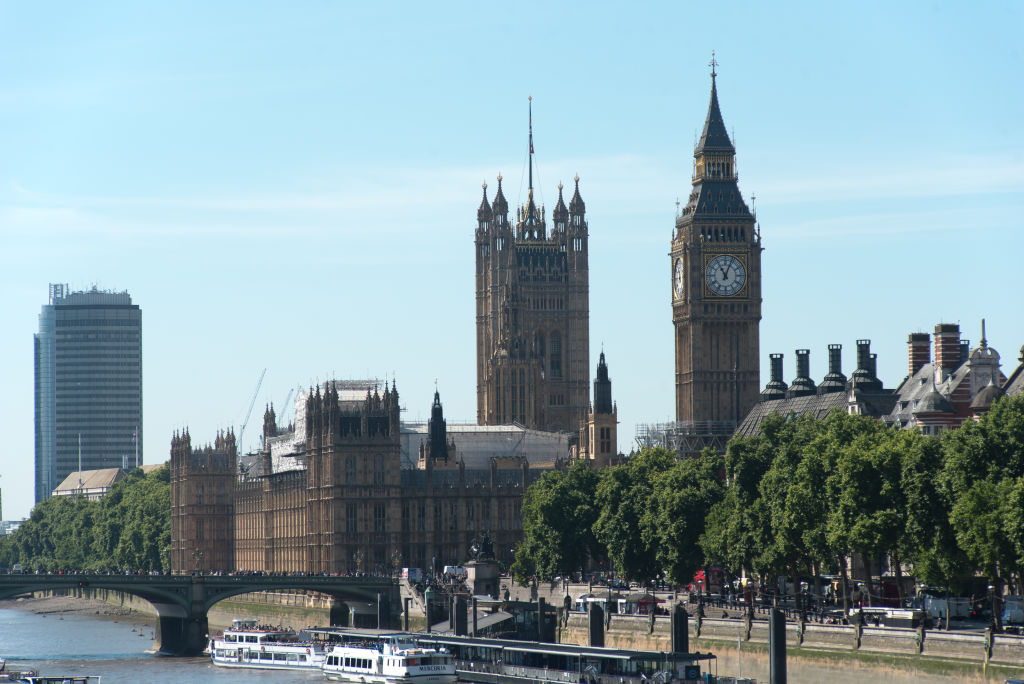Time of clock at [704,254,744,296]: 11:03
